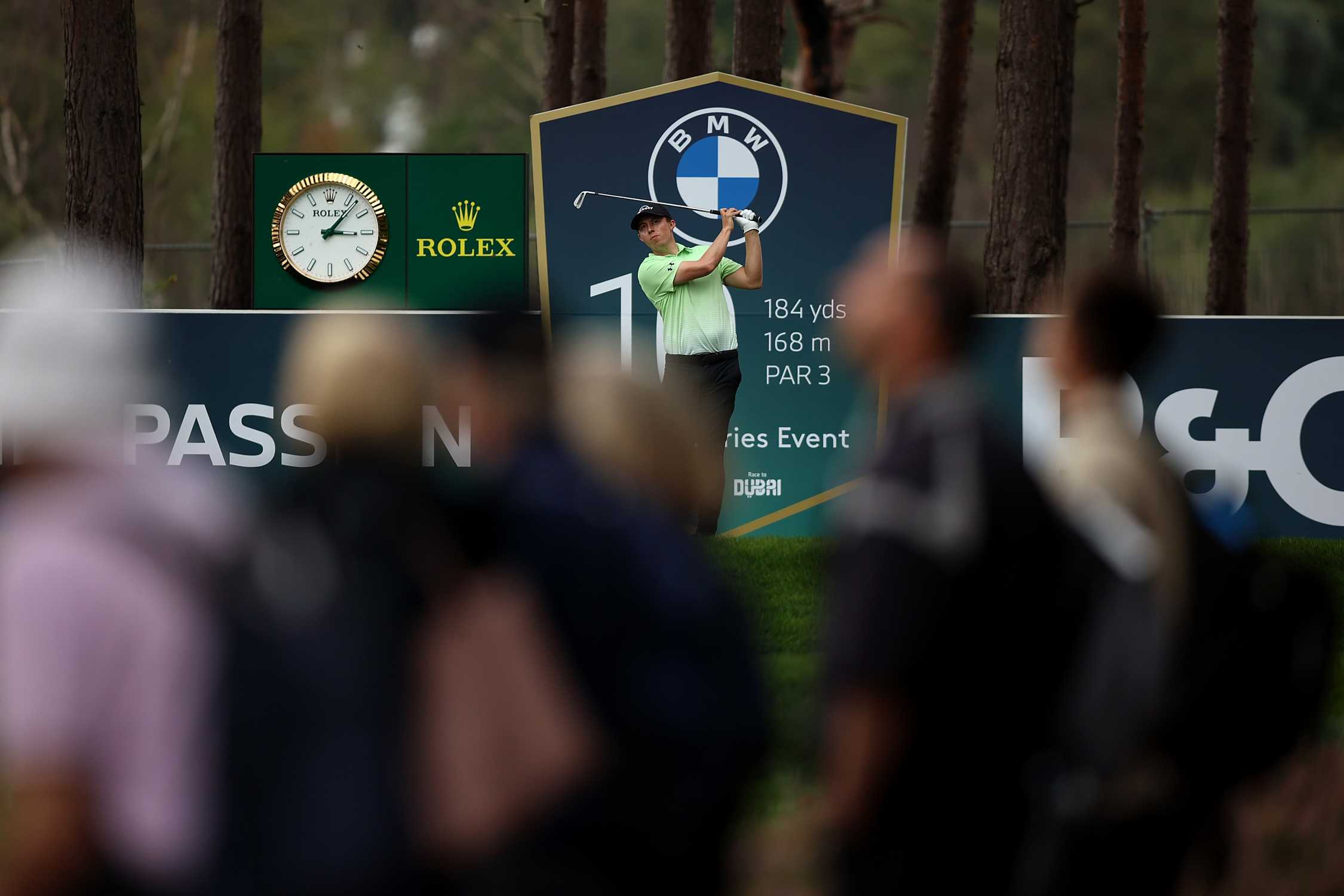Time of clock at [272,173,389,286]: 3:06
